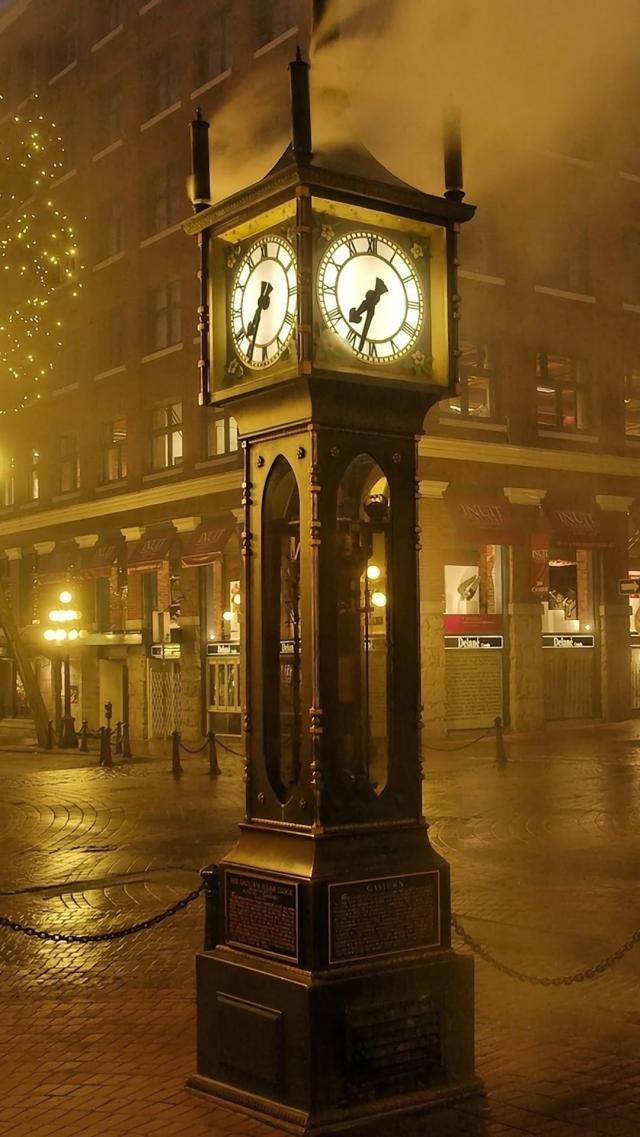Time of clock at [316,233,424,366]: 7:32
